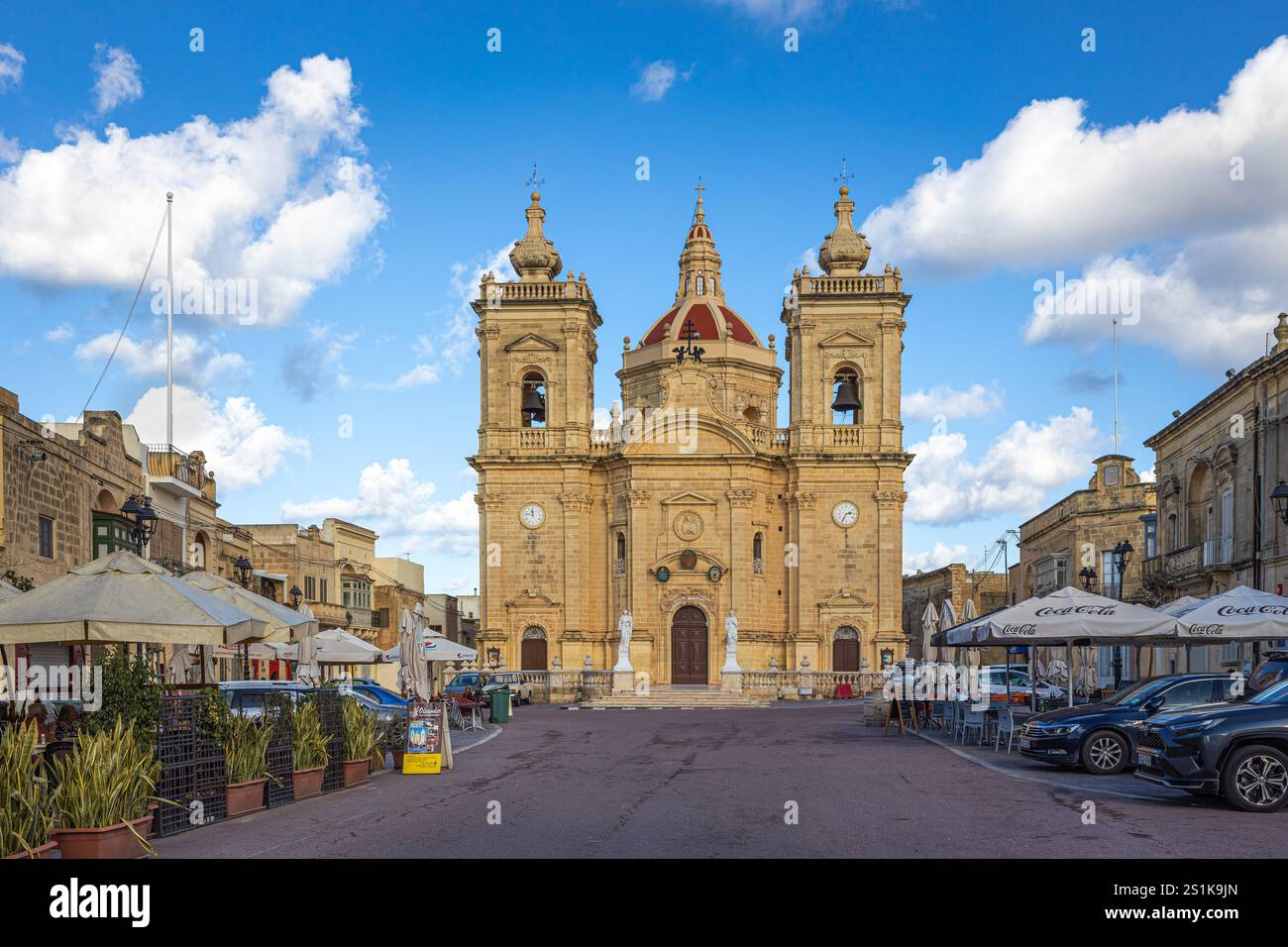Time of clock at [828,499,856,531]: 2:34
